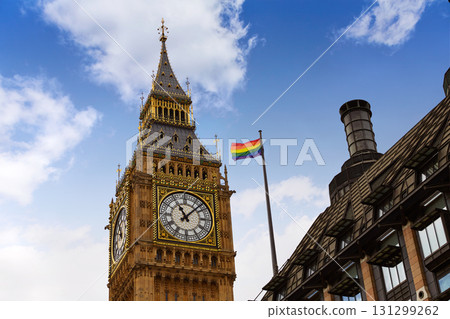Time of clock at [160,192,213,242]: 11:07
